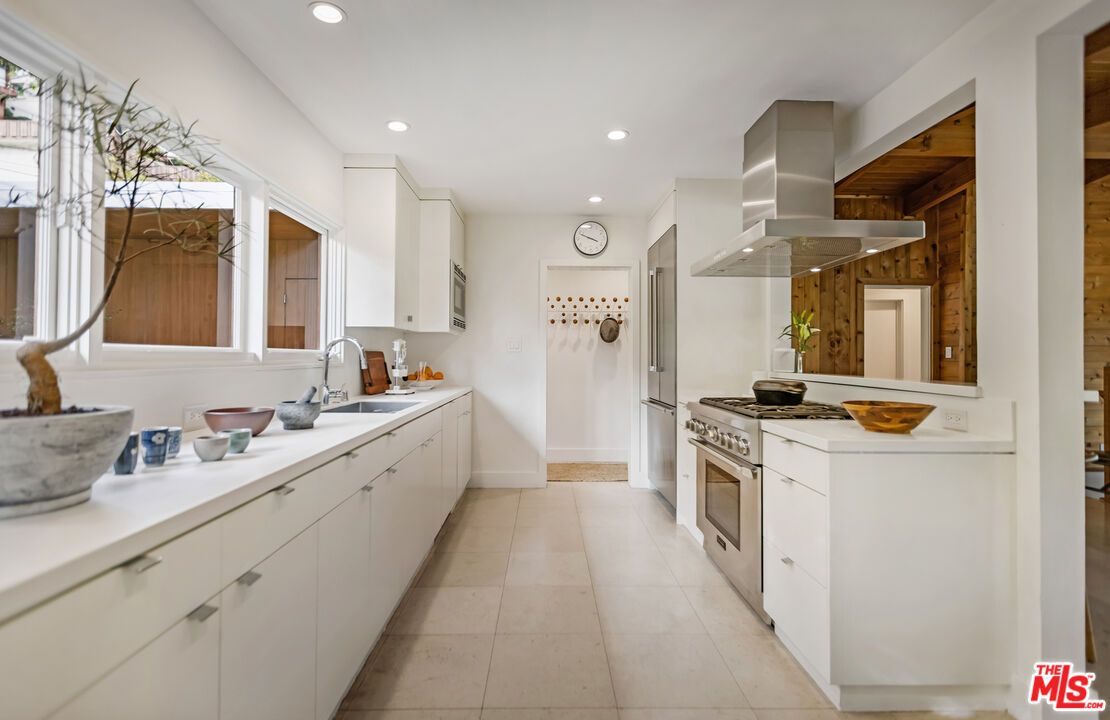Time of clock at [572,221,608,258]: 3:48
